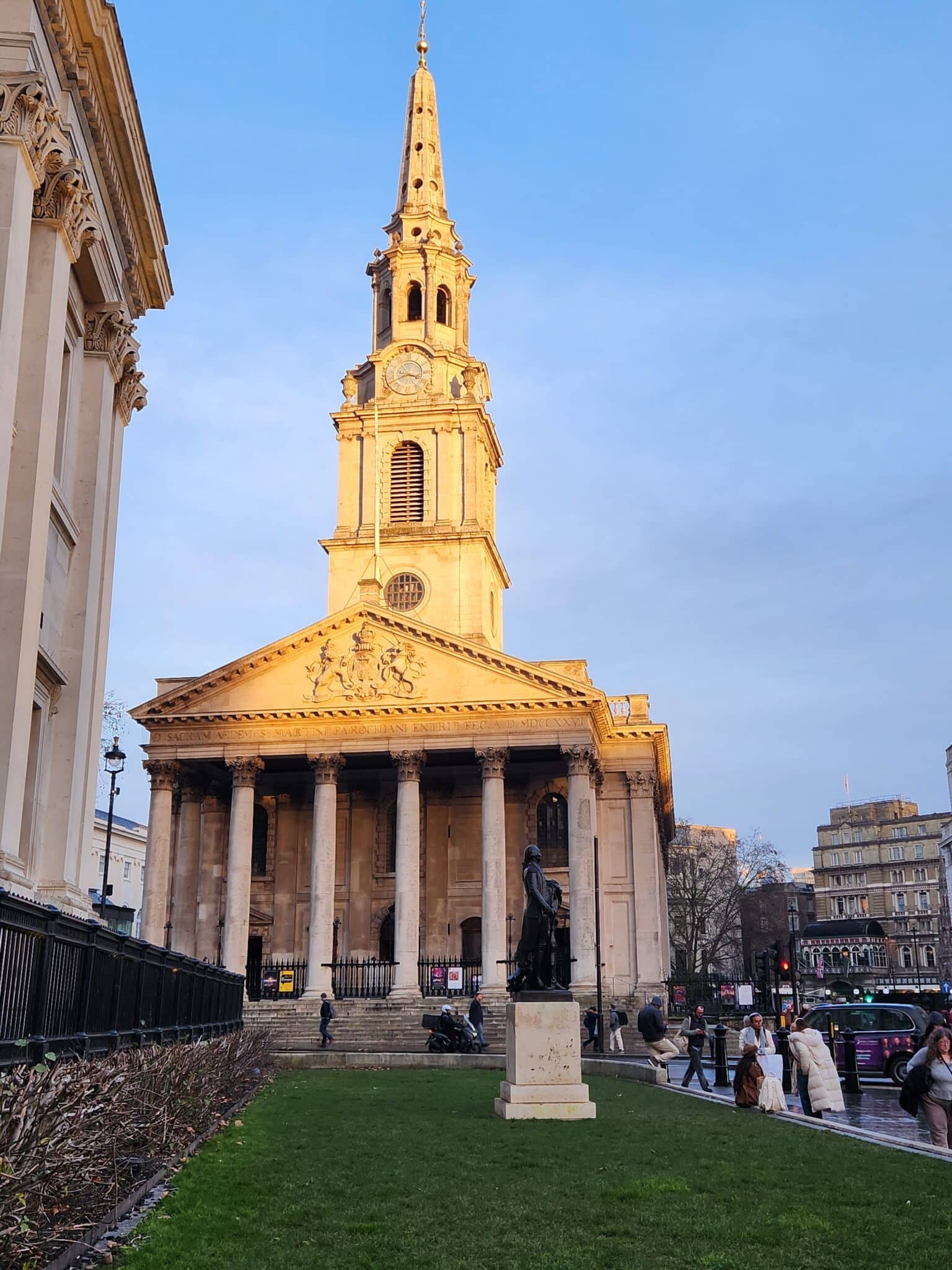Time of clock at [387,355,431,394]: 3:40
